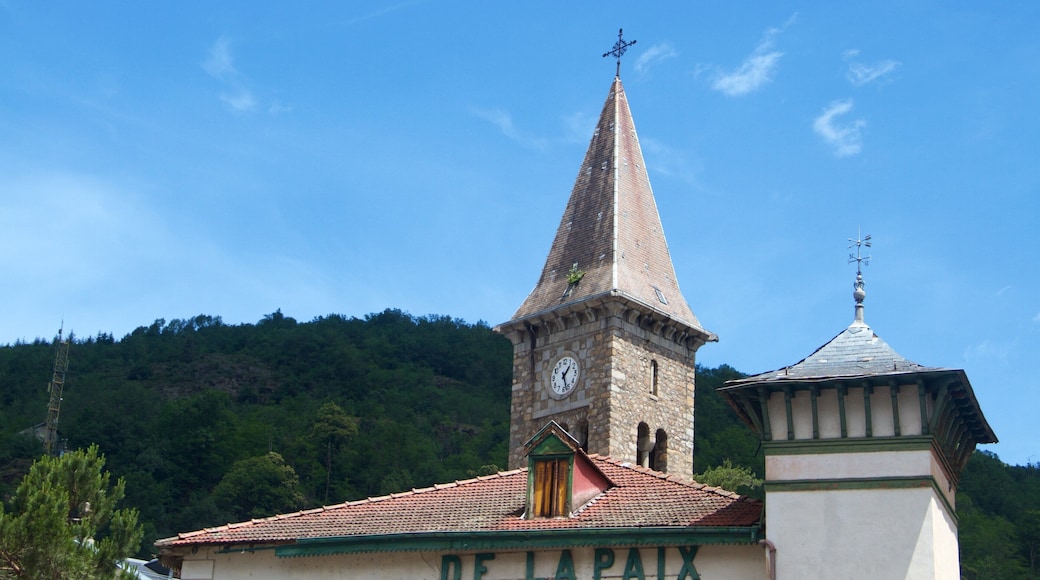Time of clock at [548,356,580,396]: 1:26
